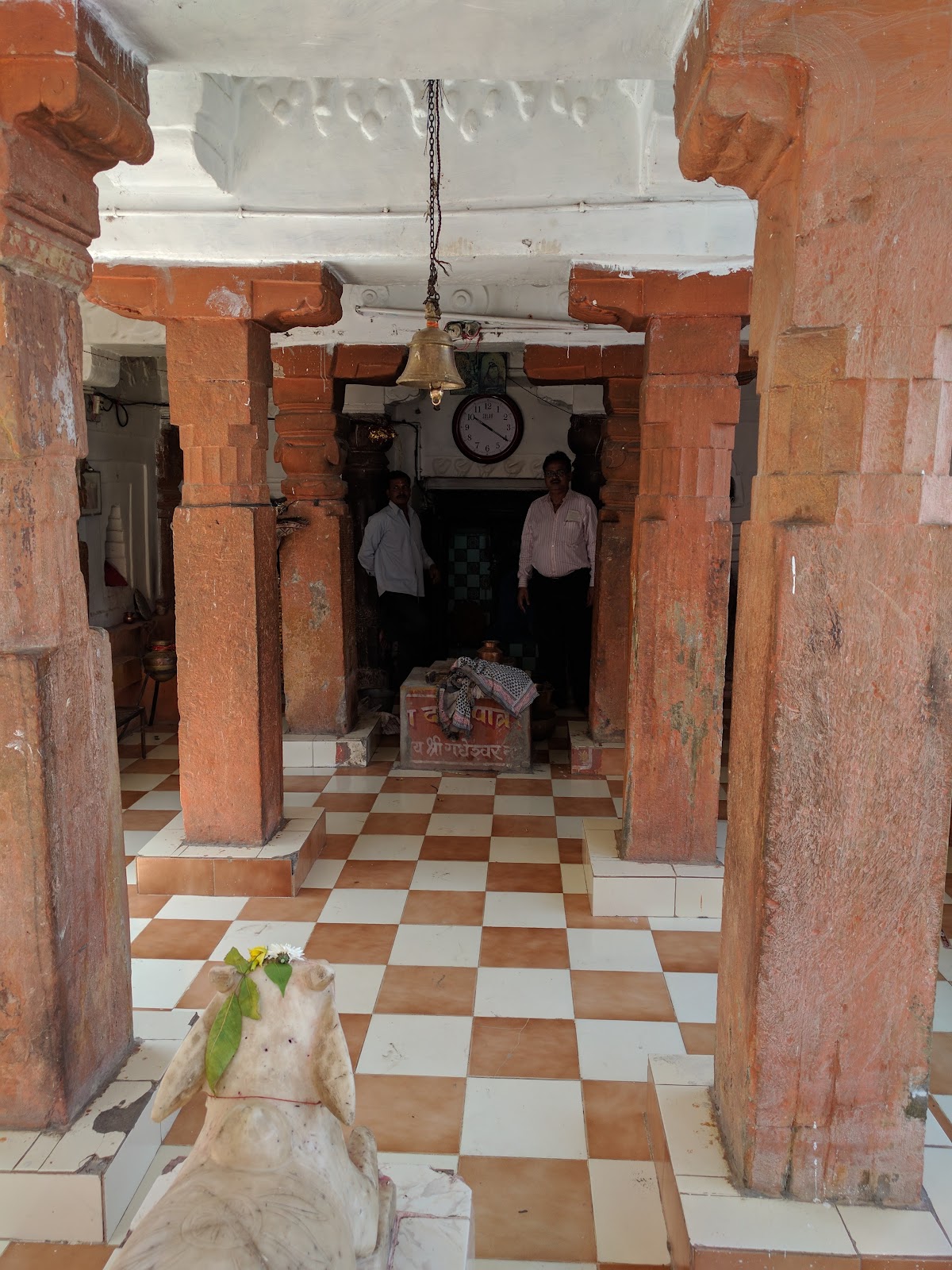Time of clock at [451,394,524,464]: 10:20
